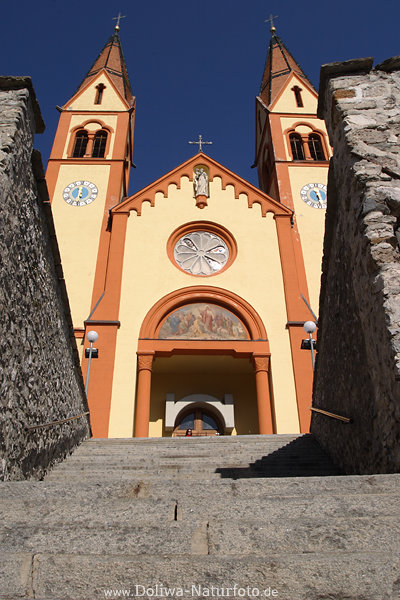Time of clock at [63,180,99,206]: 5:59
